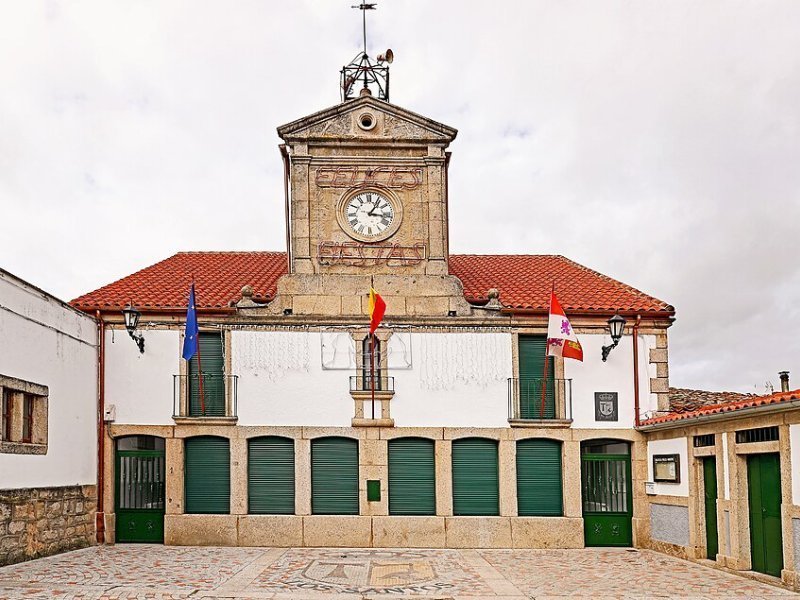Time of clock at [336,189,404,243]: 1:16
